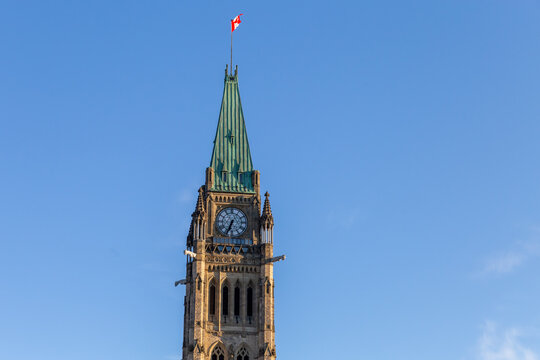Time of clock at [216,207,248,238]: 6:34
